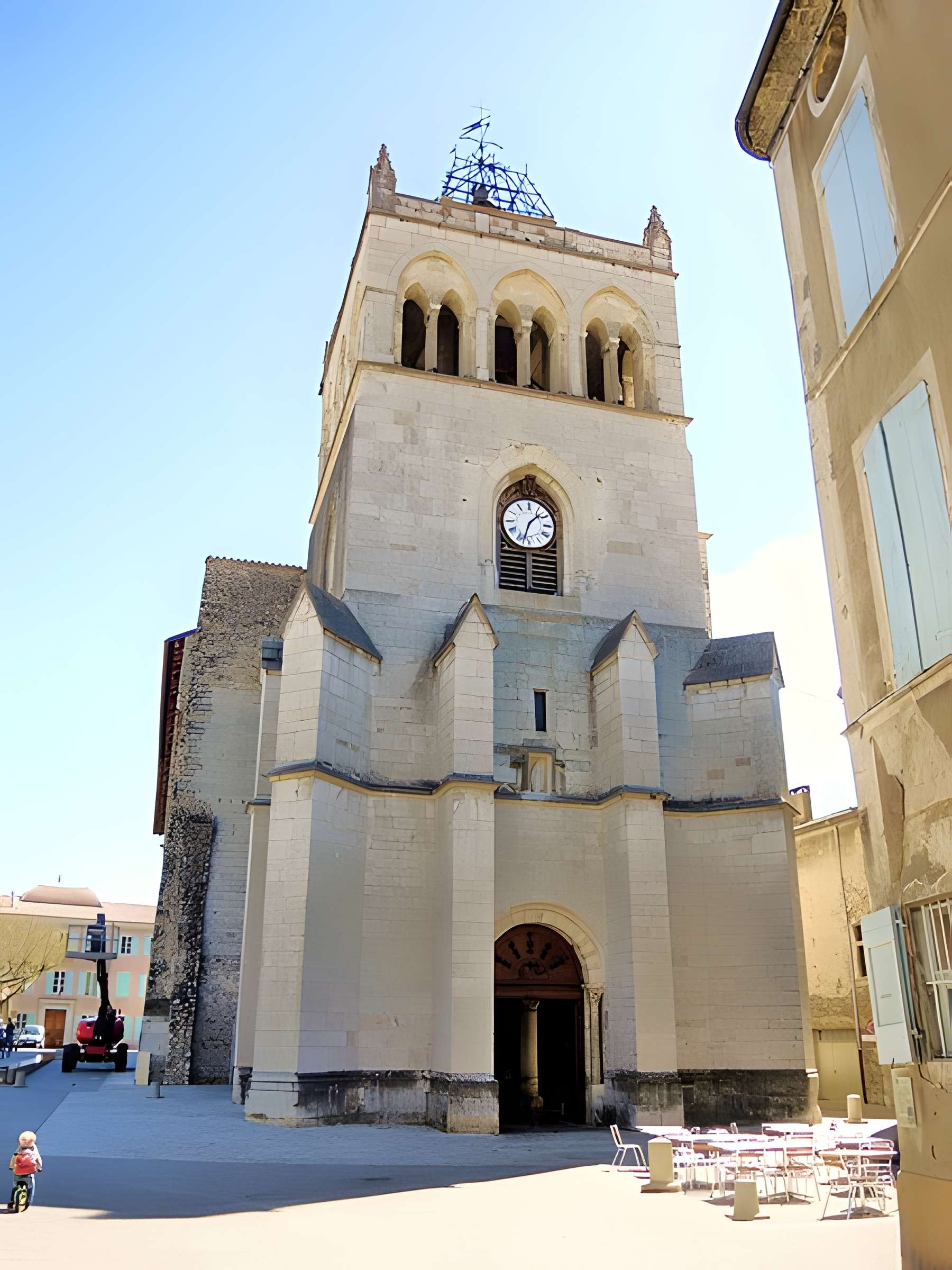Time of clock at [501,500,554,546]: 1:32
